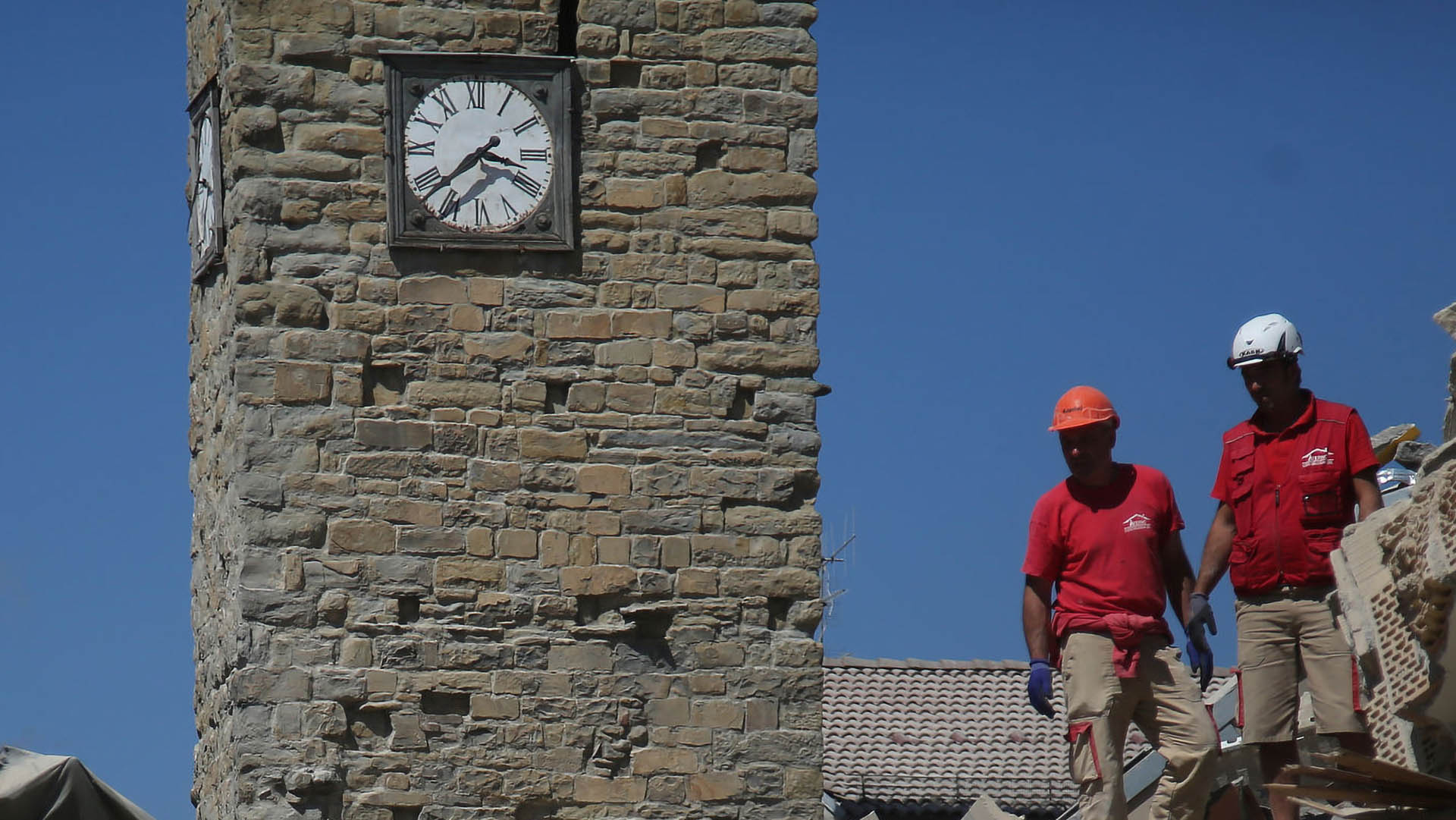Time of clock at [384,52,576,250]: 3:38
